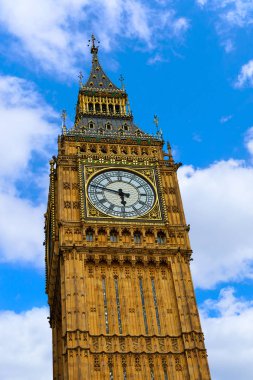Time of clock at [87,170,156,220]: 5:47
